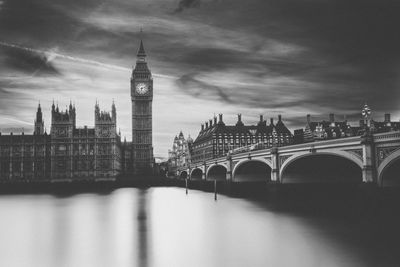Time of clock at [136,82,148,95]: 6:12
